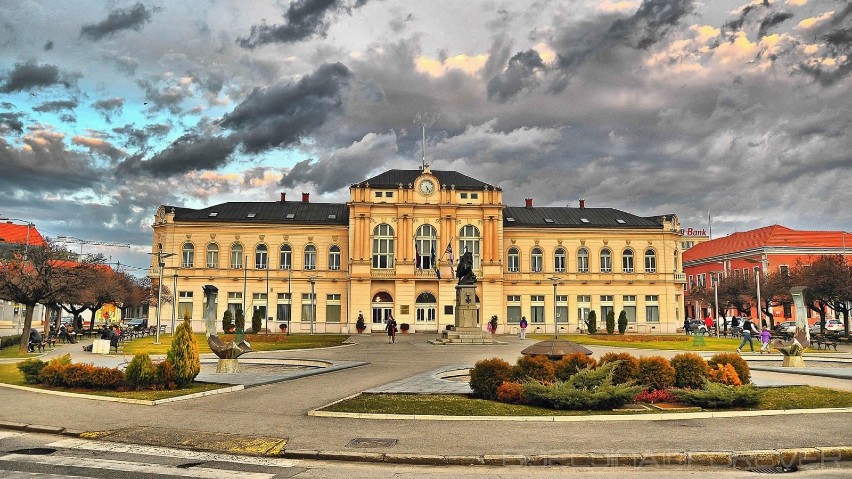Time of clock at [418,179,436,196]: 5:23
